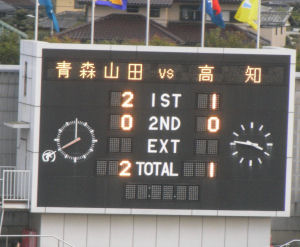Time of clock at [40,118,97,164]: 7:59
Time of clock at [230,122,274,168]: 3:46
